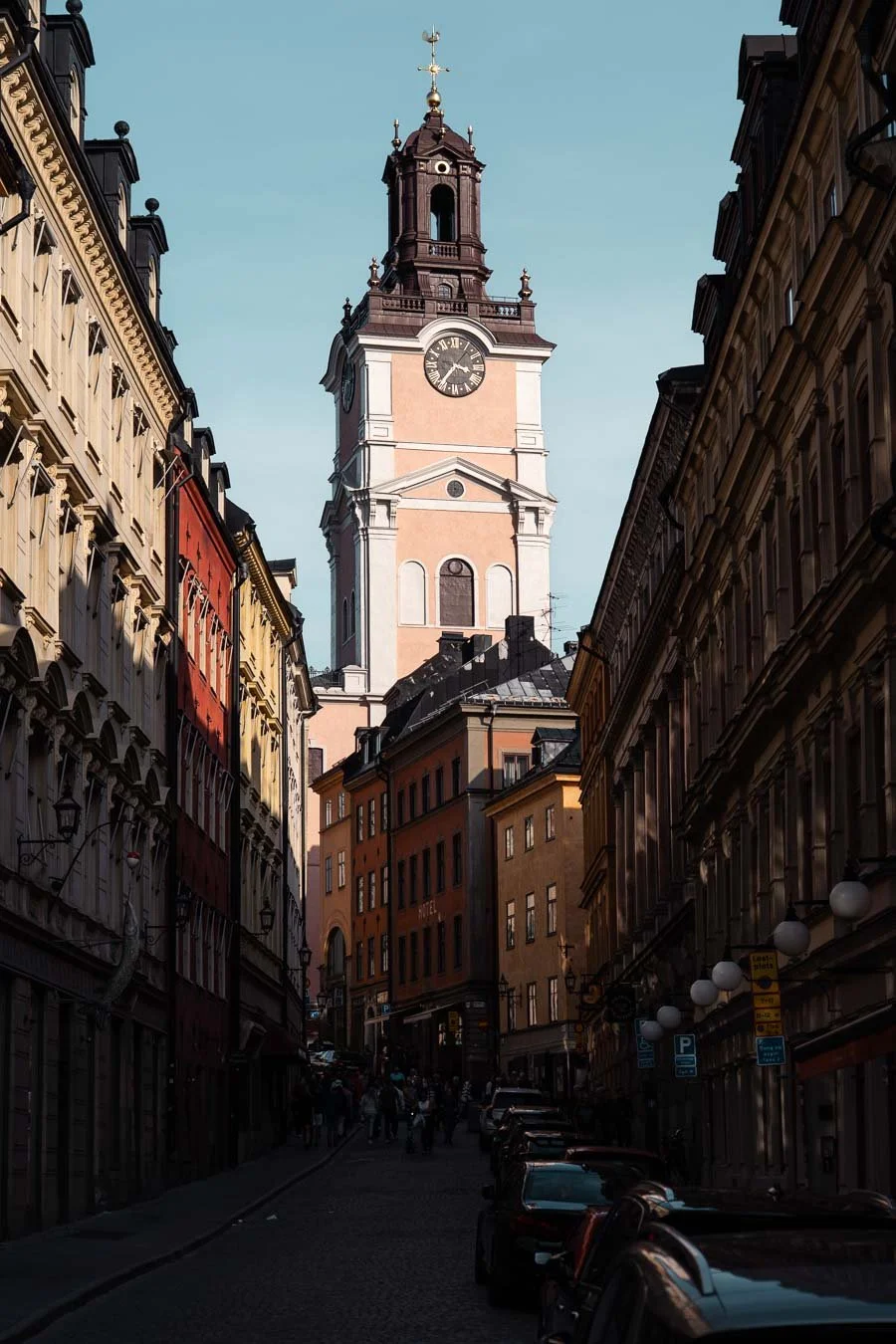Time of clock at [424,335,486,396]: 3:36
